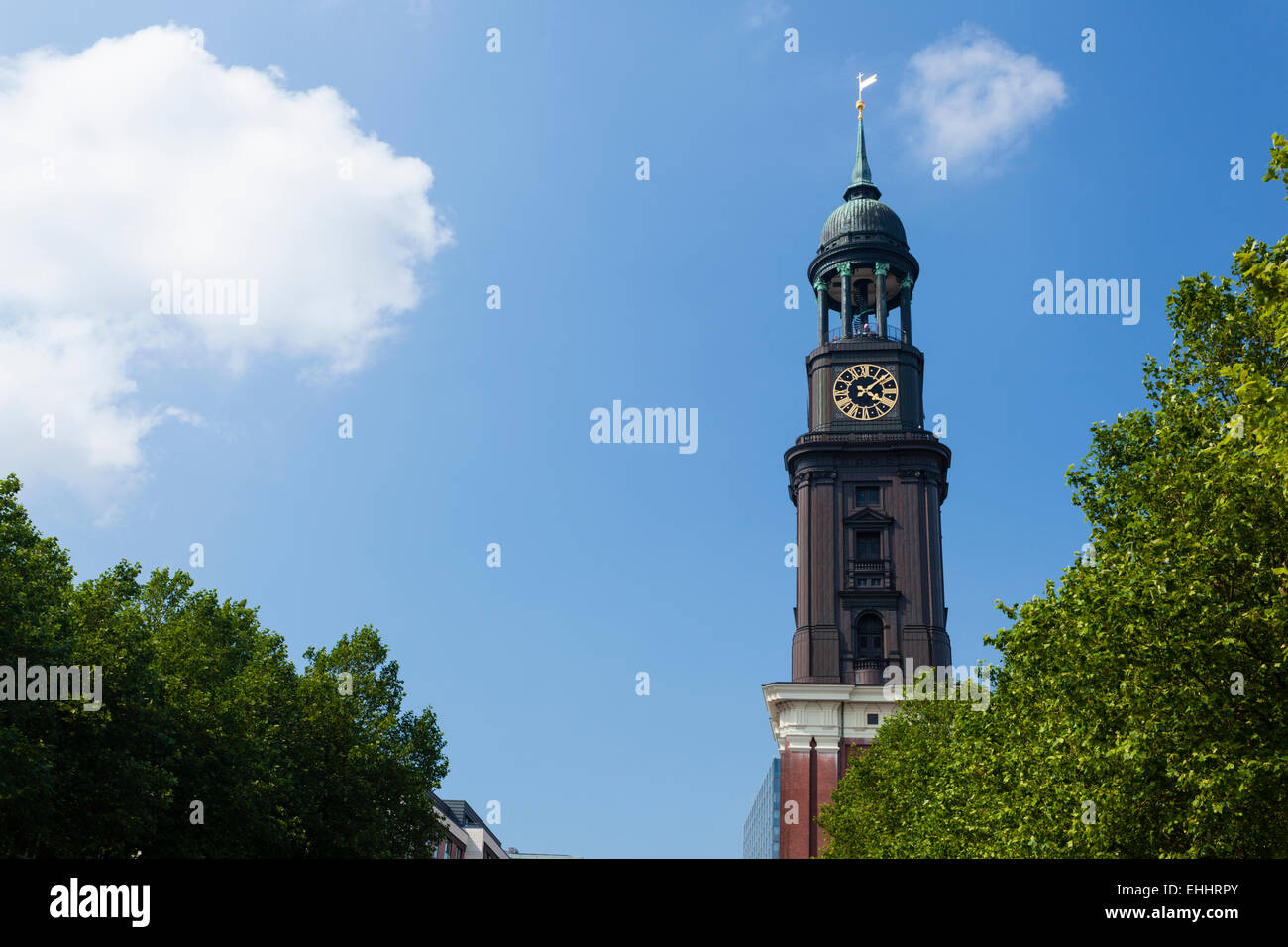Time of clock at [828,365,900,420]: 4:07
